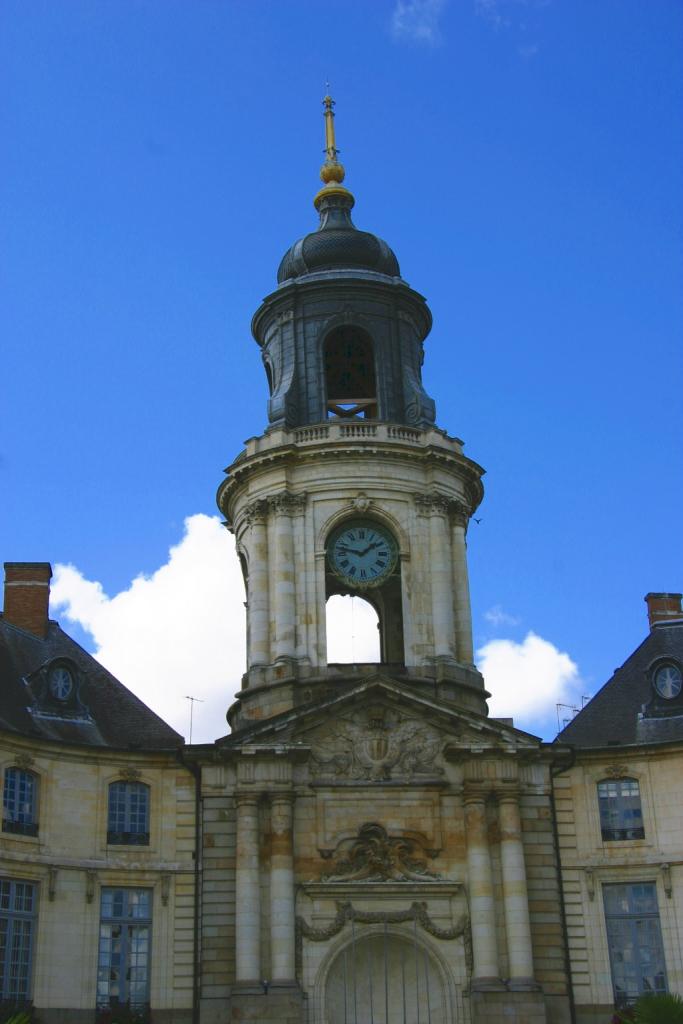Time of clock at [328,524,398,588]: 1:47
